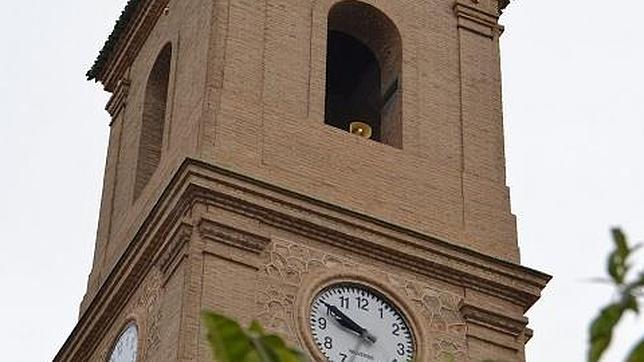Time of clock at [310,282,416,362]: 9:50
